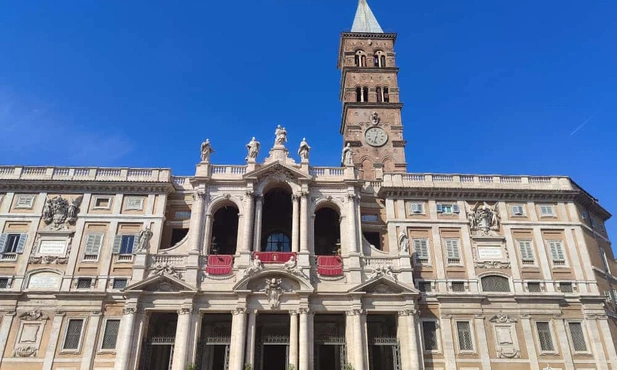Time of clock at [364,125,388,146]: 12:32
